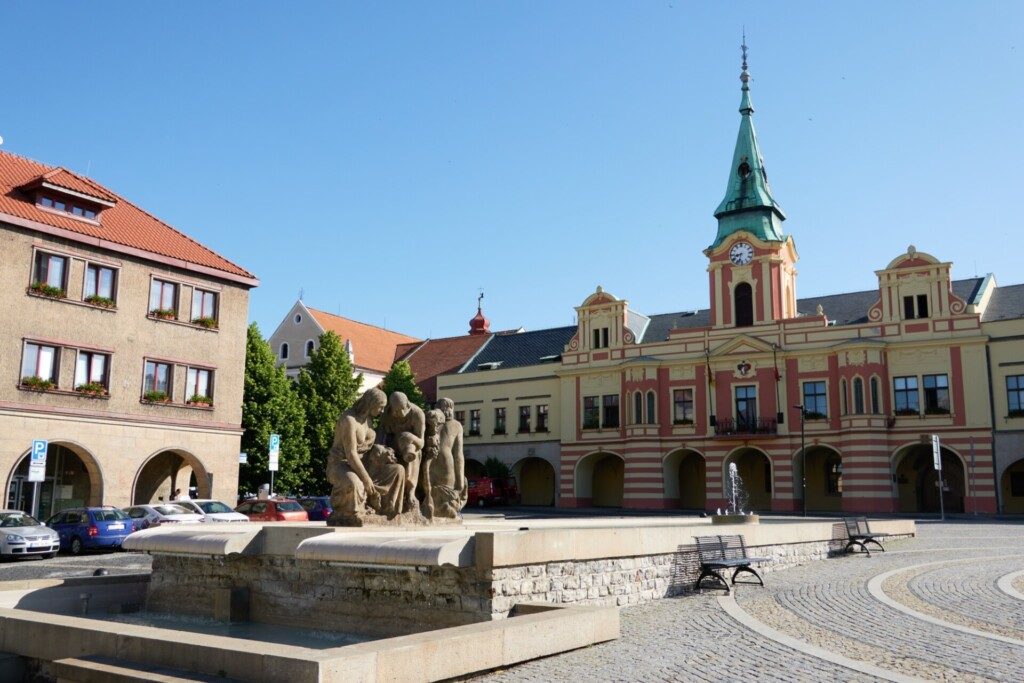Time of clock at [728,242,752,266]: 8:33
